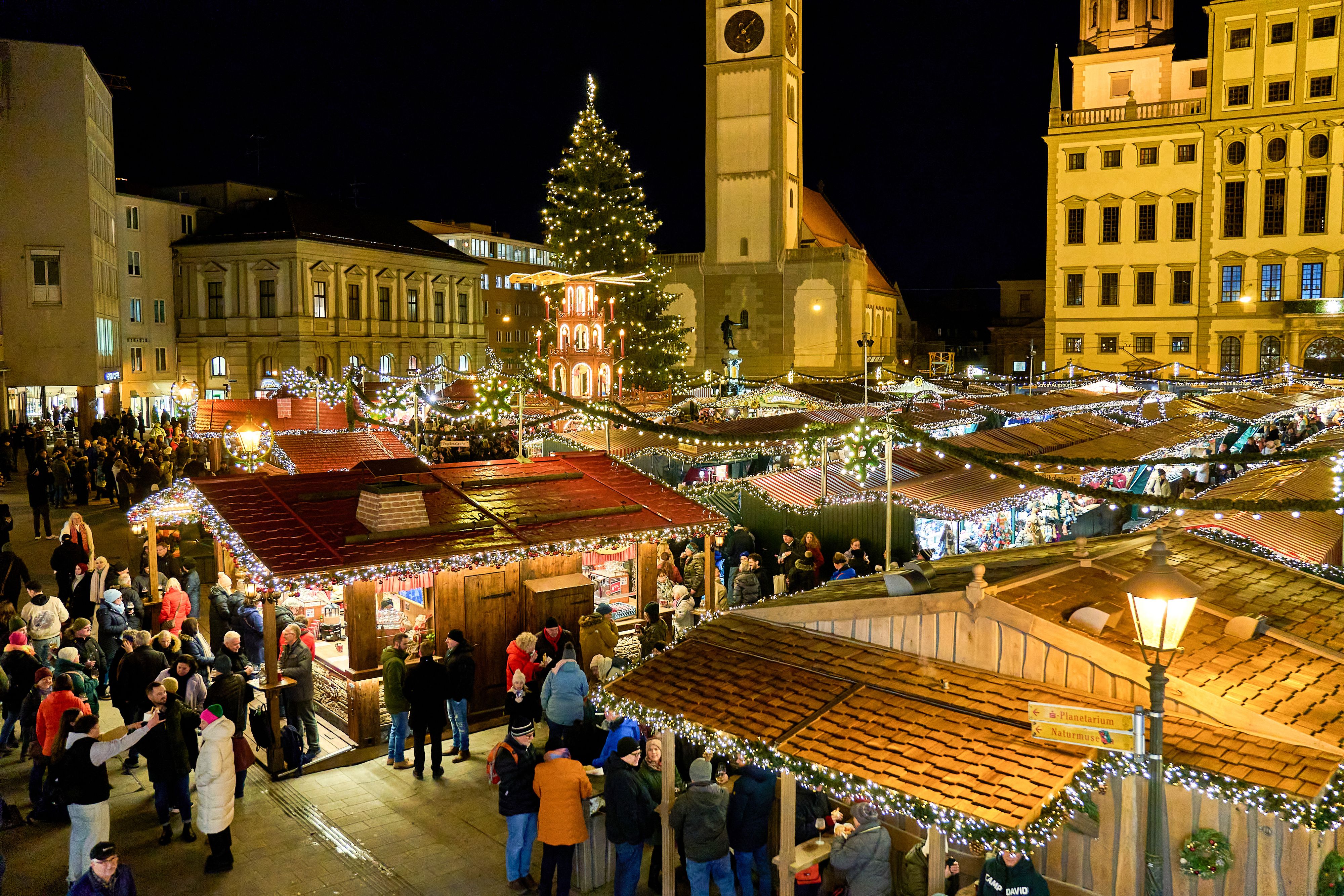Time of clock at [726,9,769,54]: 5:07
